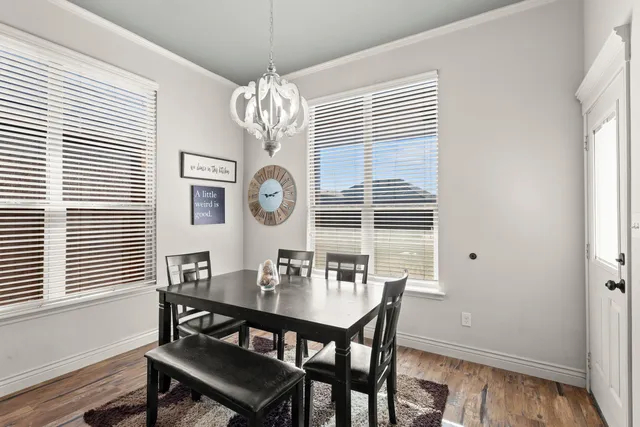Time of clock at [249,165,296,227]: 9:12
